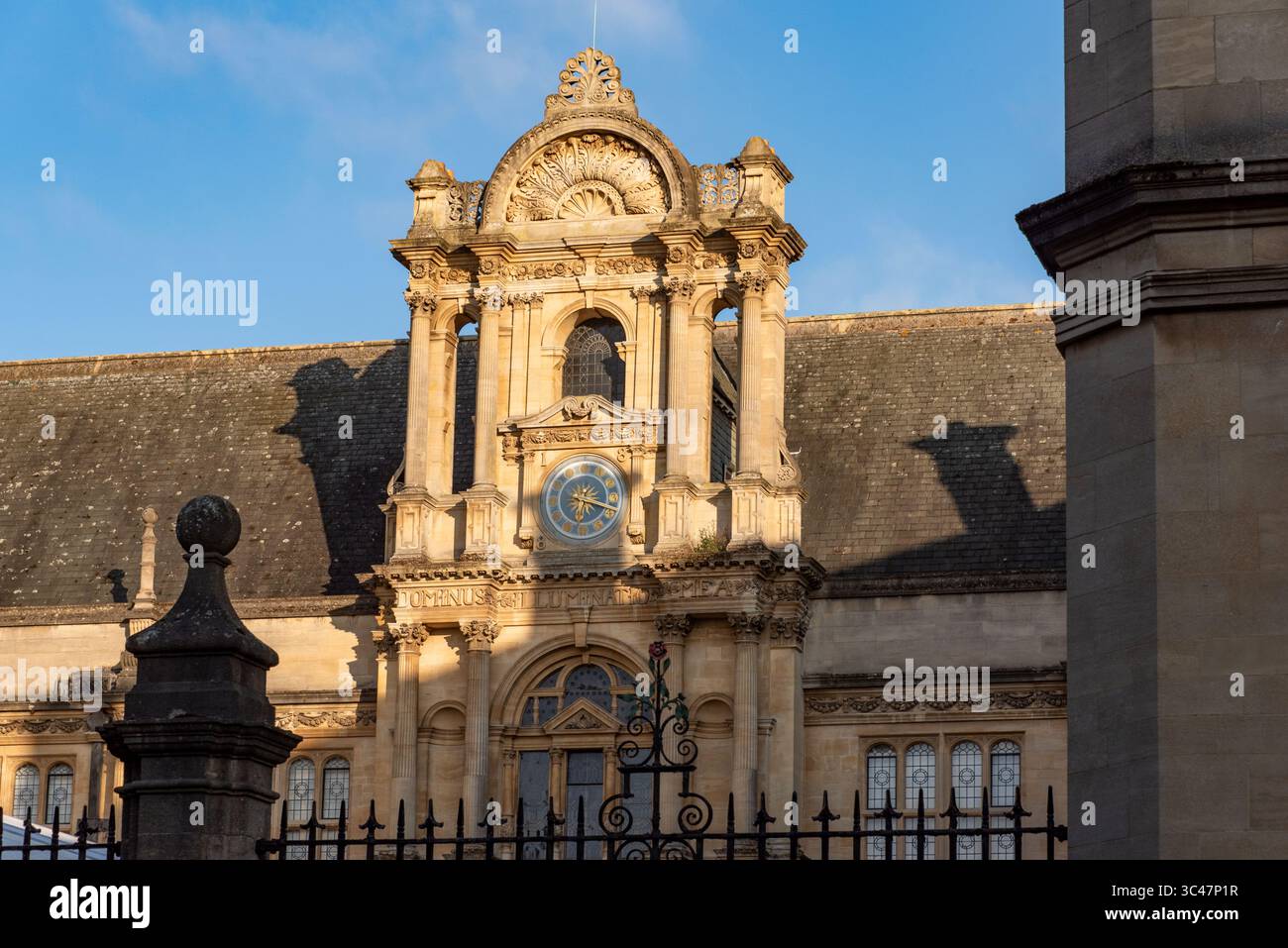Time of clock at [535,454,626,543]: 6:18
